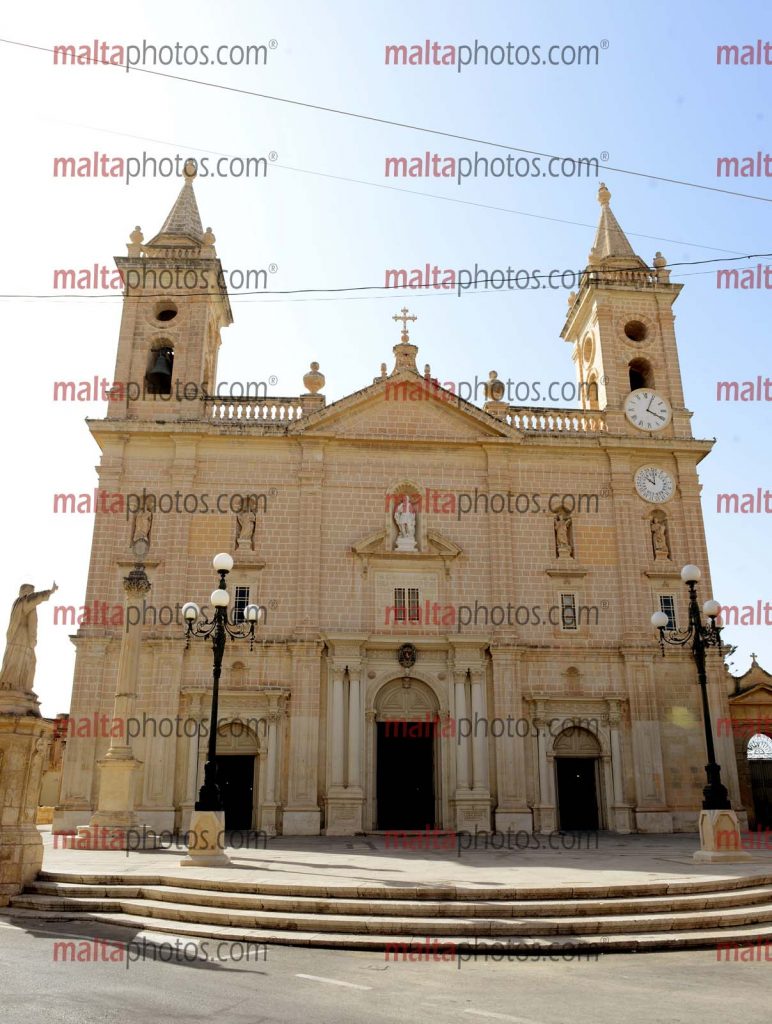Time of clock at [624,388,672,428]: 4:04
